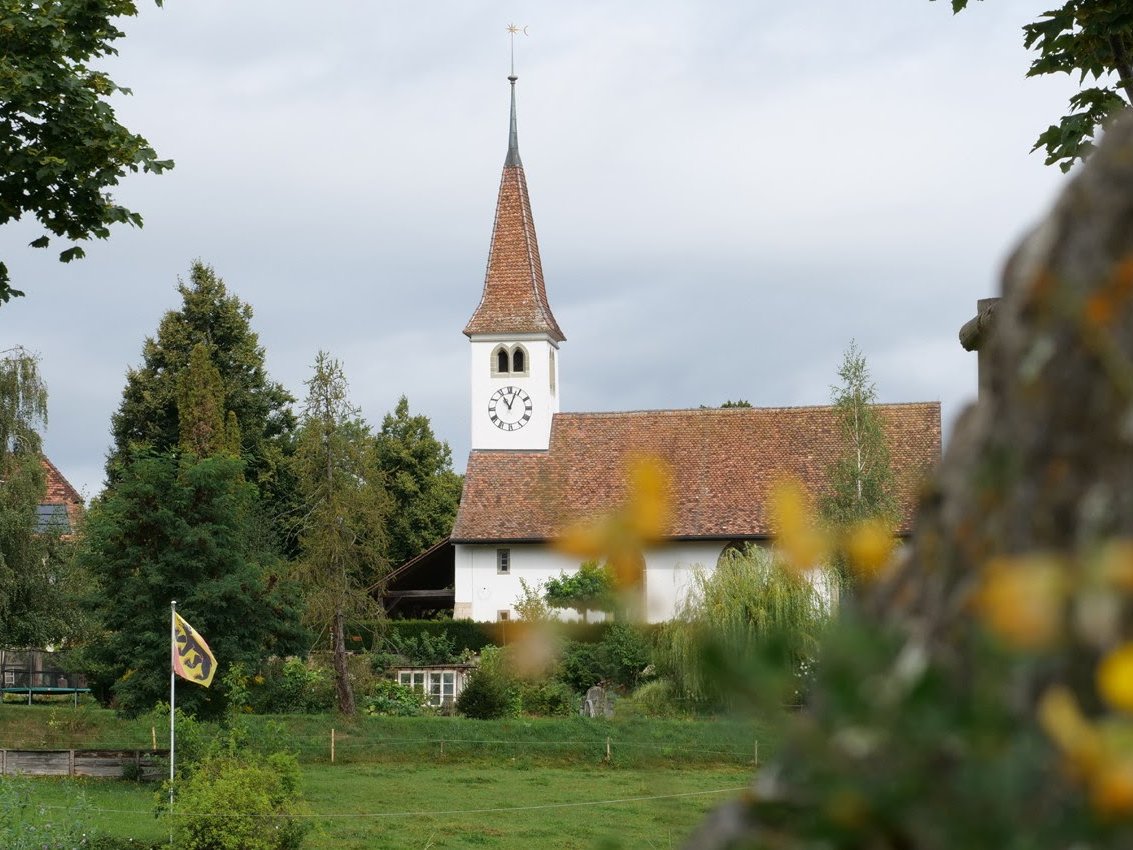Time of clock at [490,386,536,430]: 11:03
